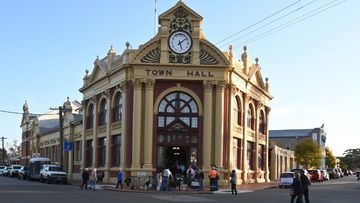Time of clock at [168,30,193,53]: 5:08
